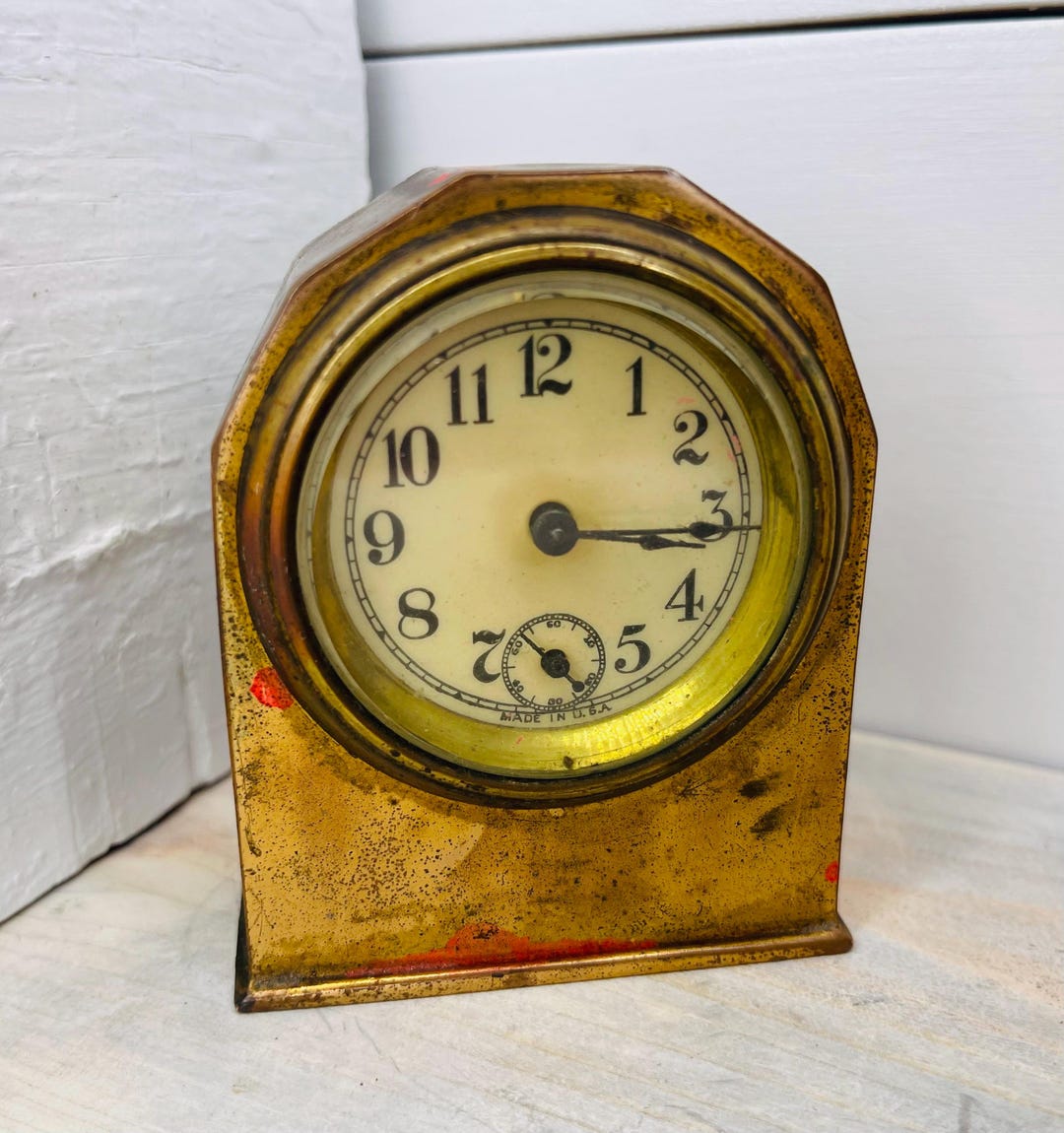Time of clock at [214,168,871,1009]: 3:15
